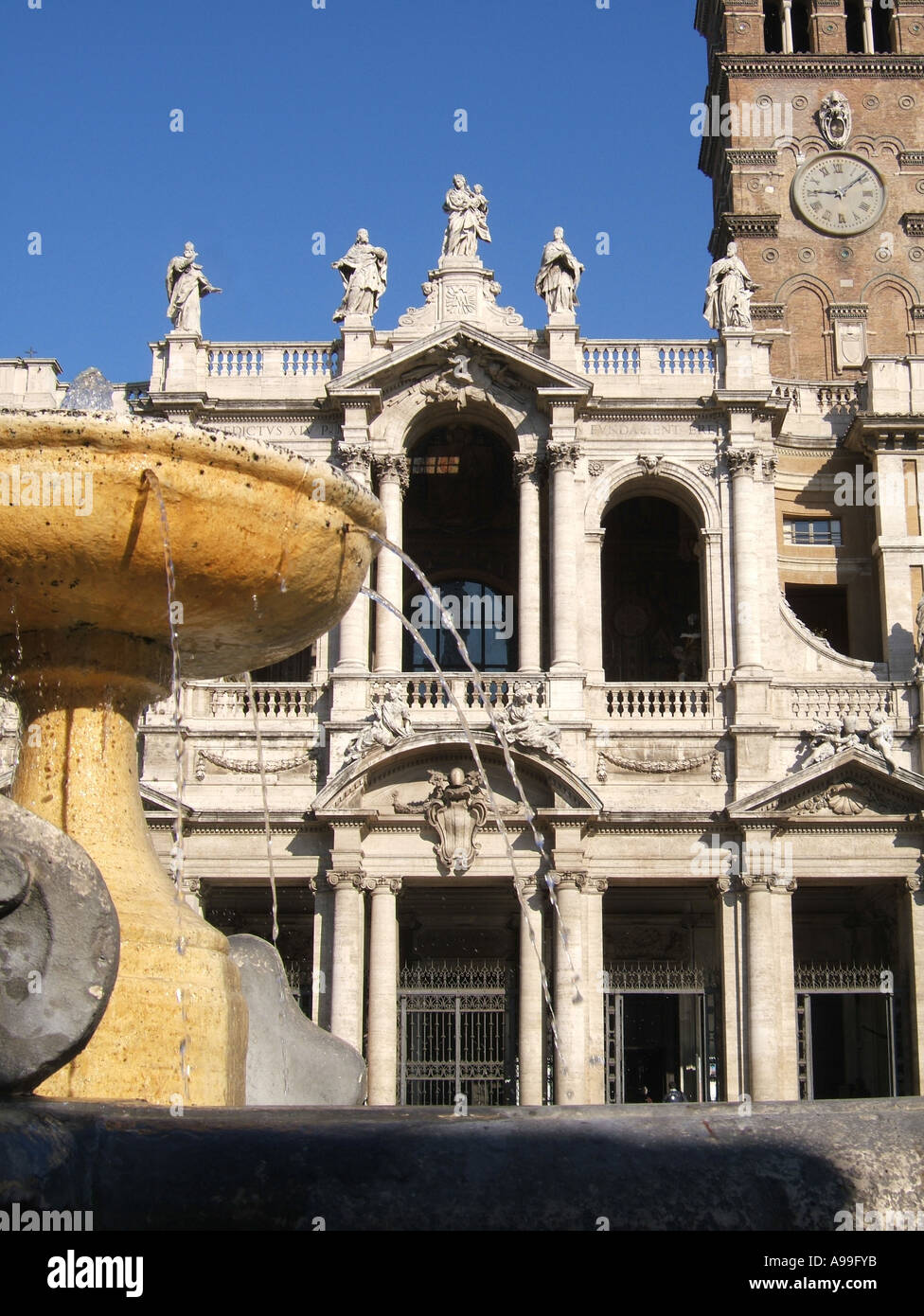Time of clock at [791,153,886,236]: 9:08
